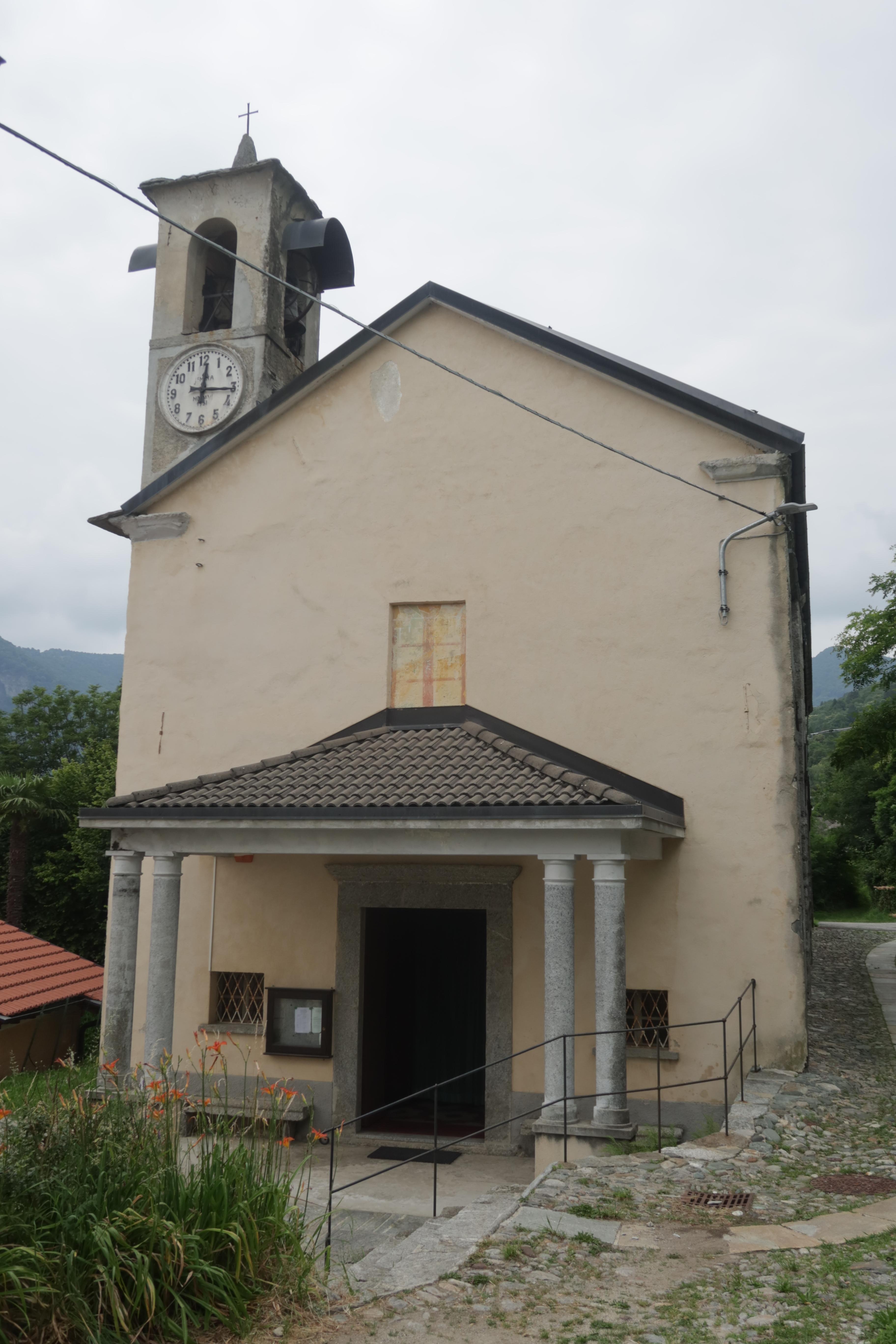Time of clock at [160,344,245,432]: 12:16
